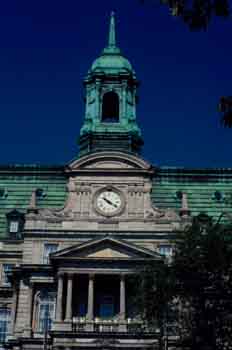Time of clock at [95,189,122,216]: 10:20
